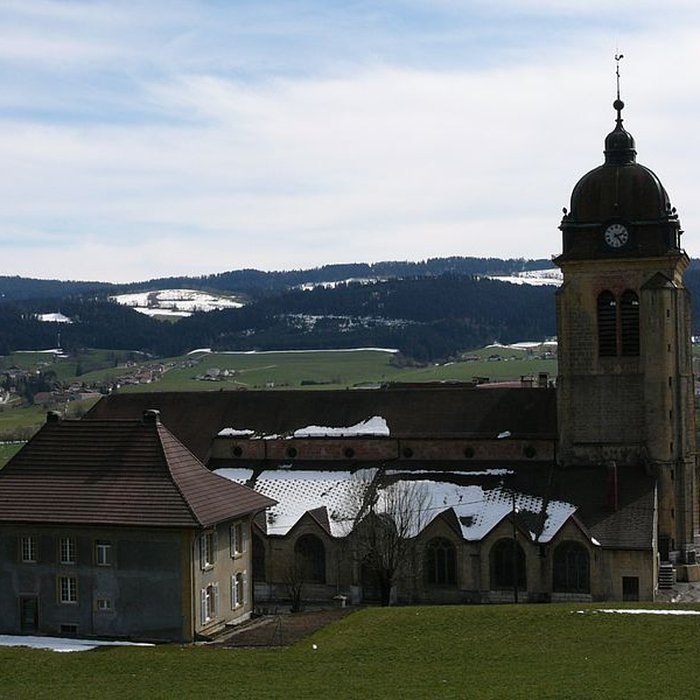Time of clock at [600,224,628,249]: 2:24
